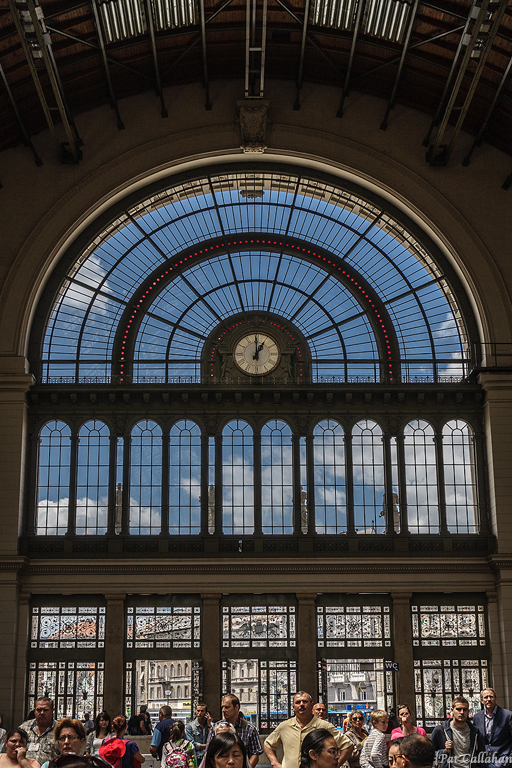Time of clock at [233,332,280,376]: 12:59
